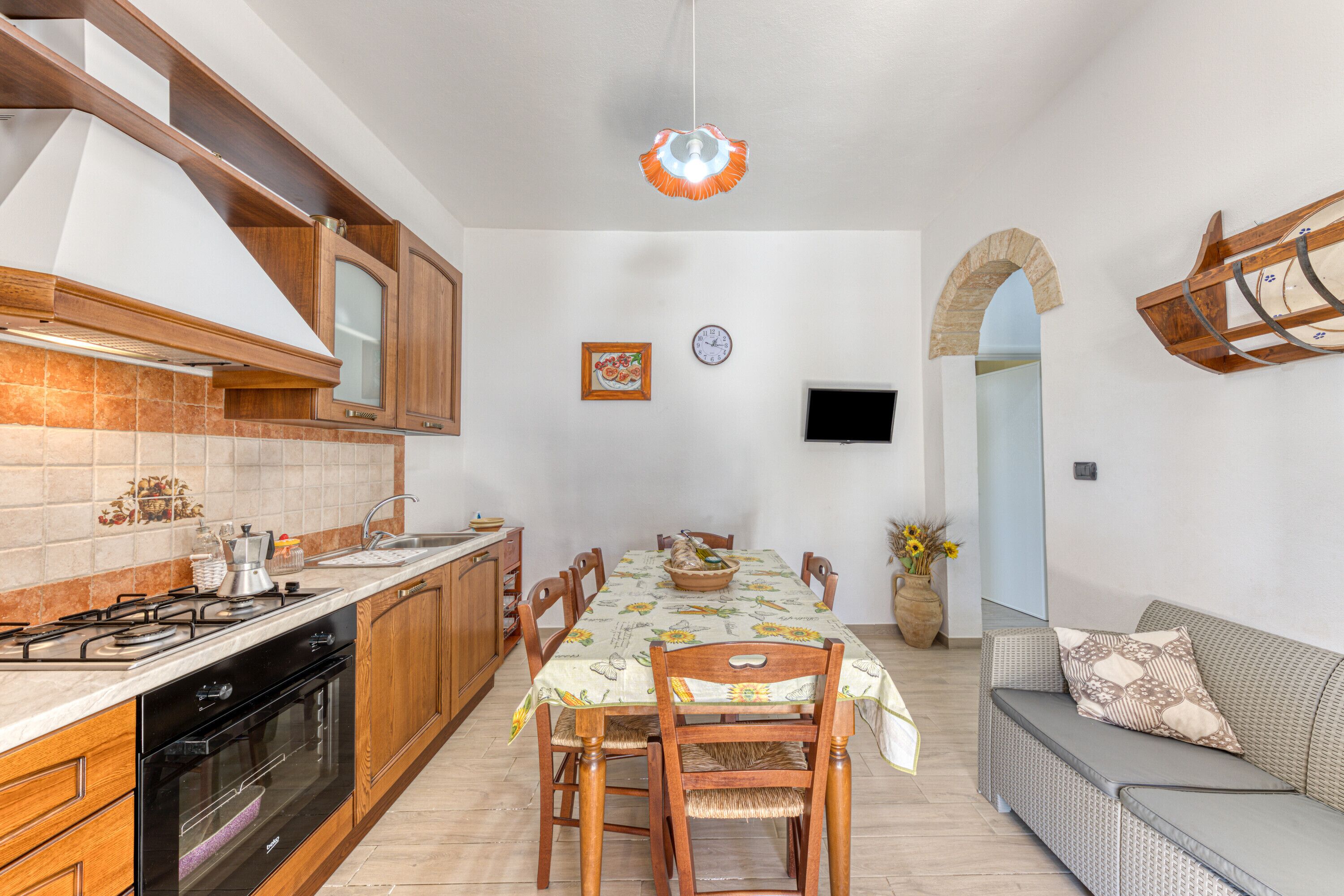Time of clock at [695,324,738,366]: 1:14
